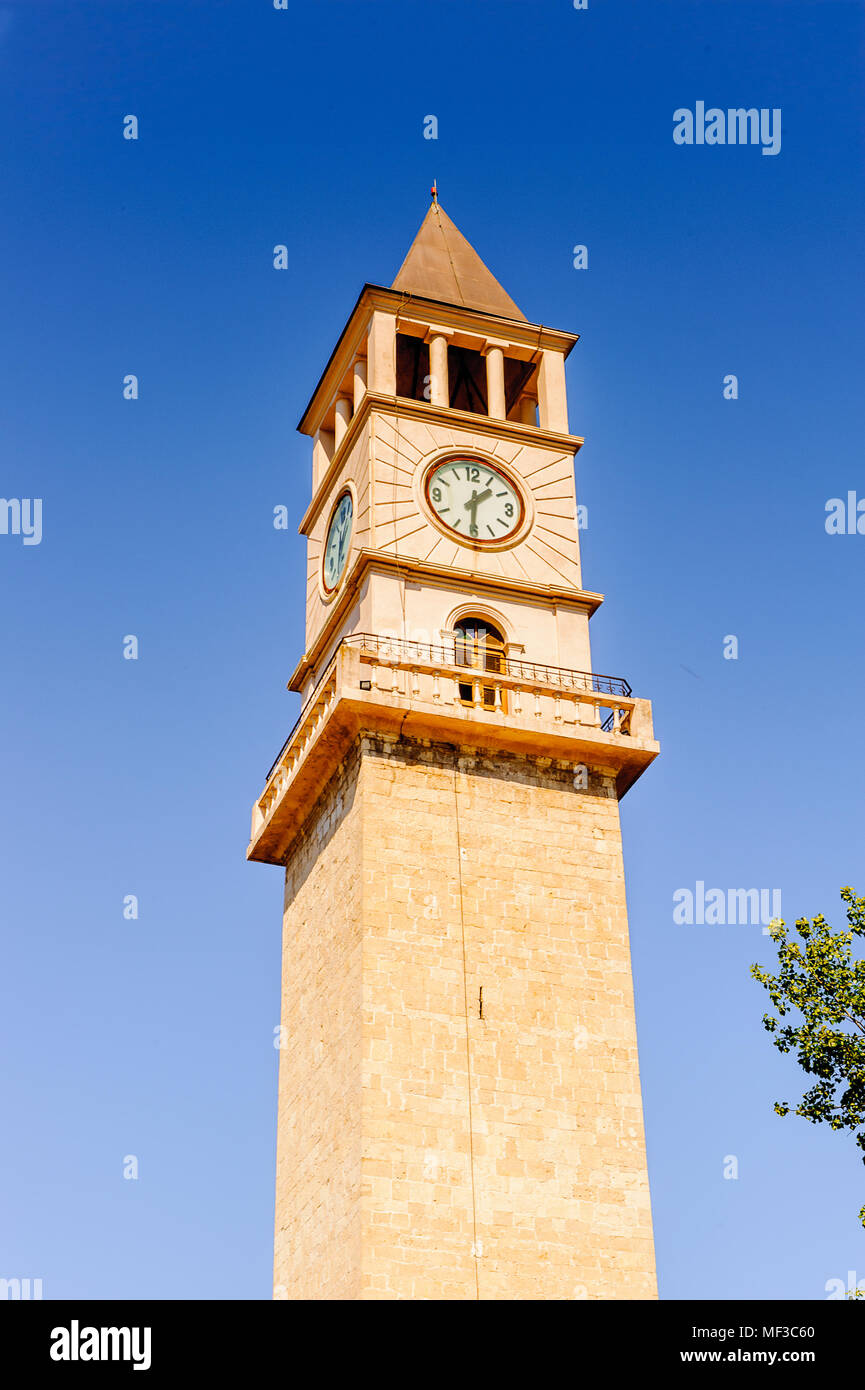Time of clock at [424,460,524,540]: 1:30
